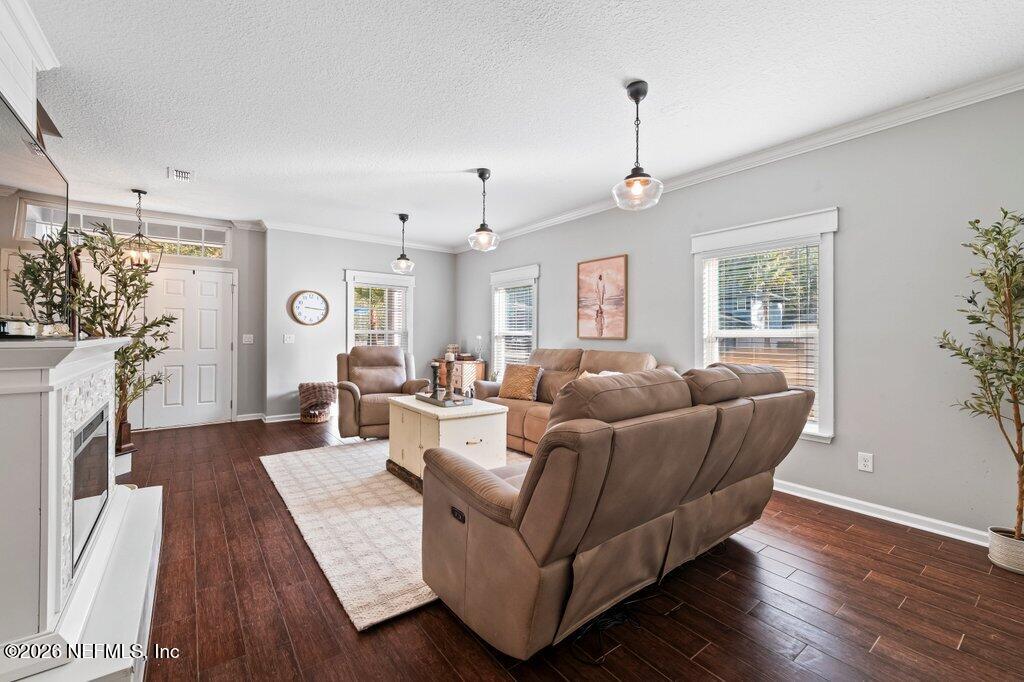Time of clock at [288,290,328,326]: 3:16
